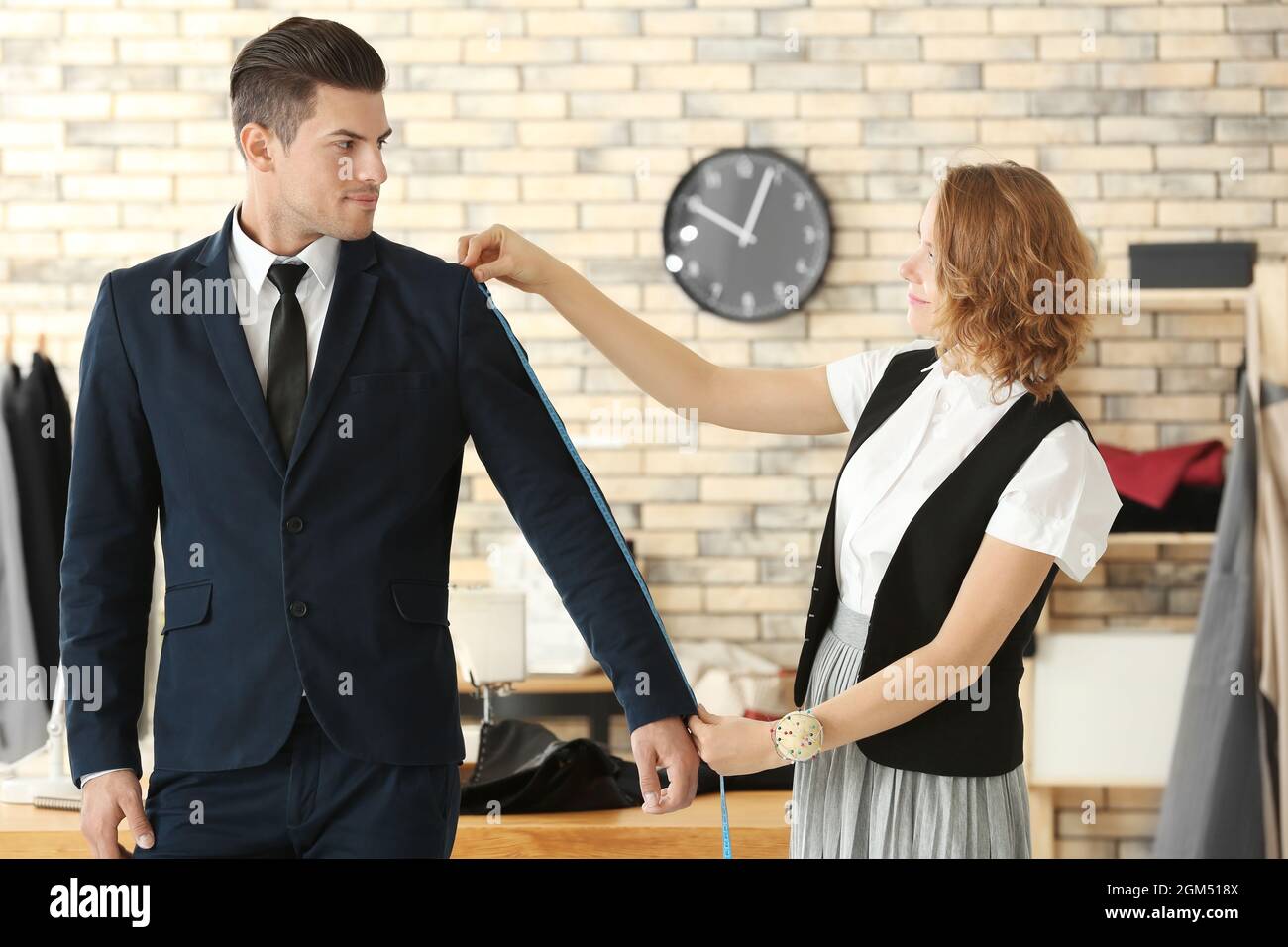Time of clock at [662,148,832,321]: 12:49
